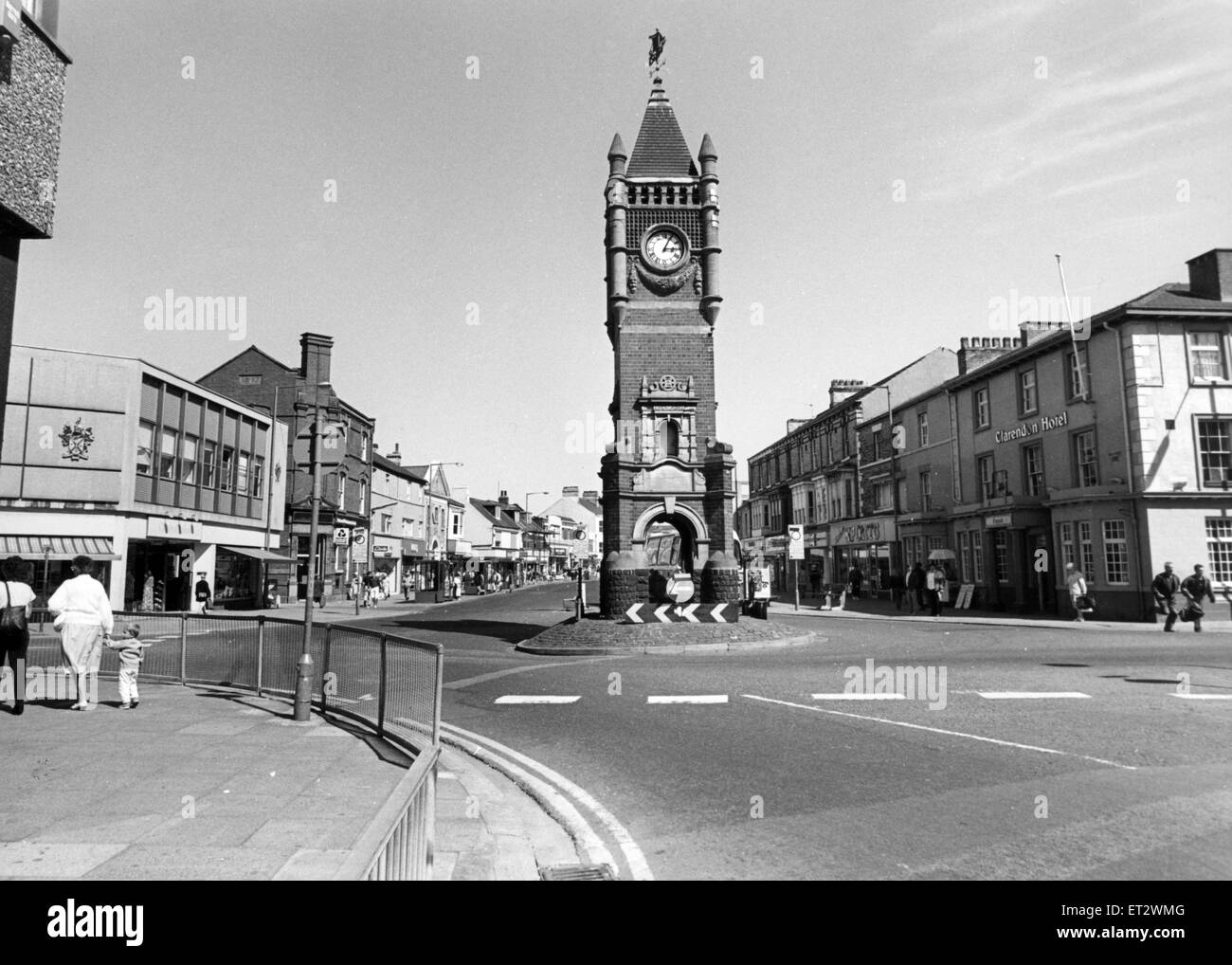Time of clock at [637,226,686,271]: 3:04
